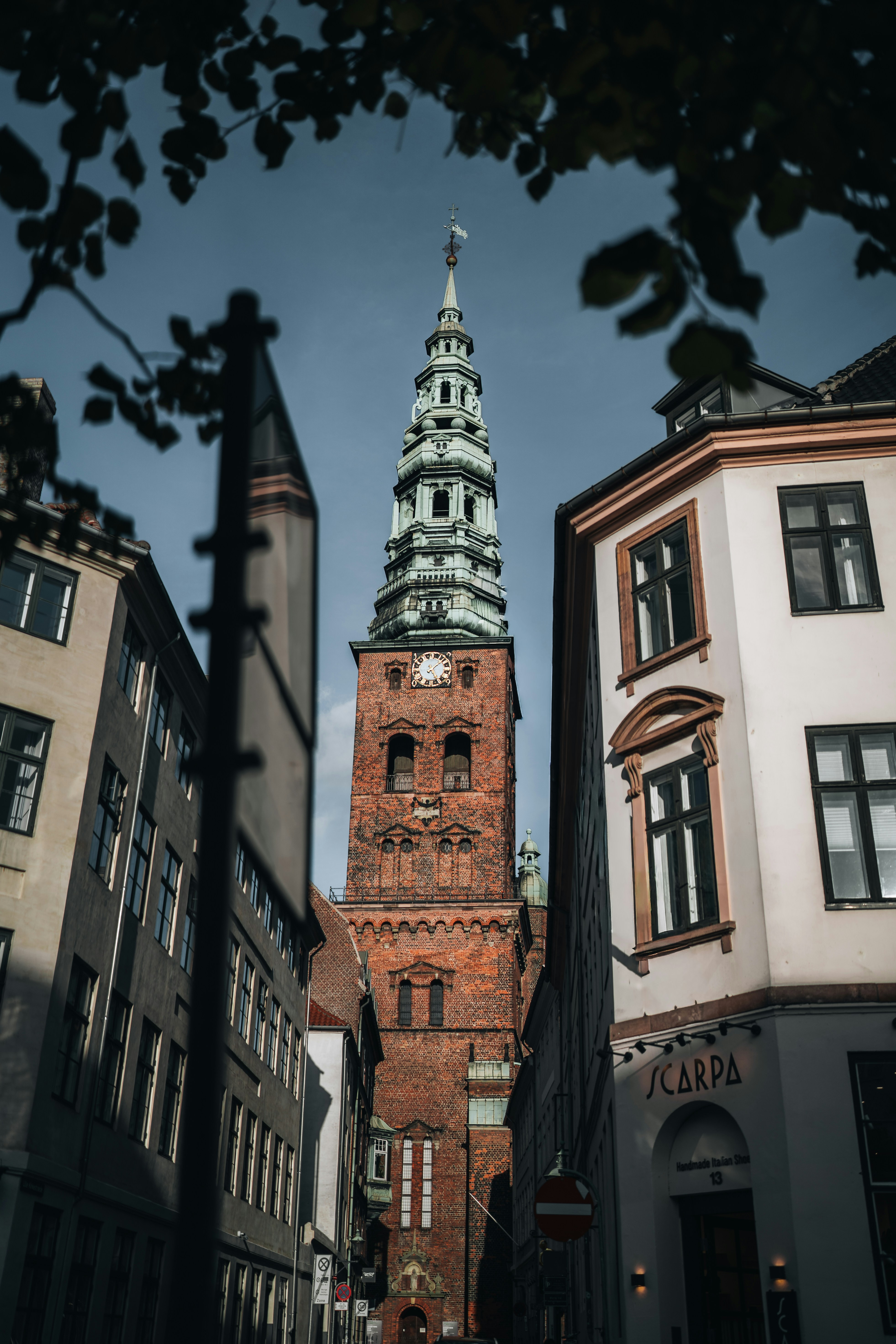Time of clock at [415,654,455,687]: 1:24
